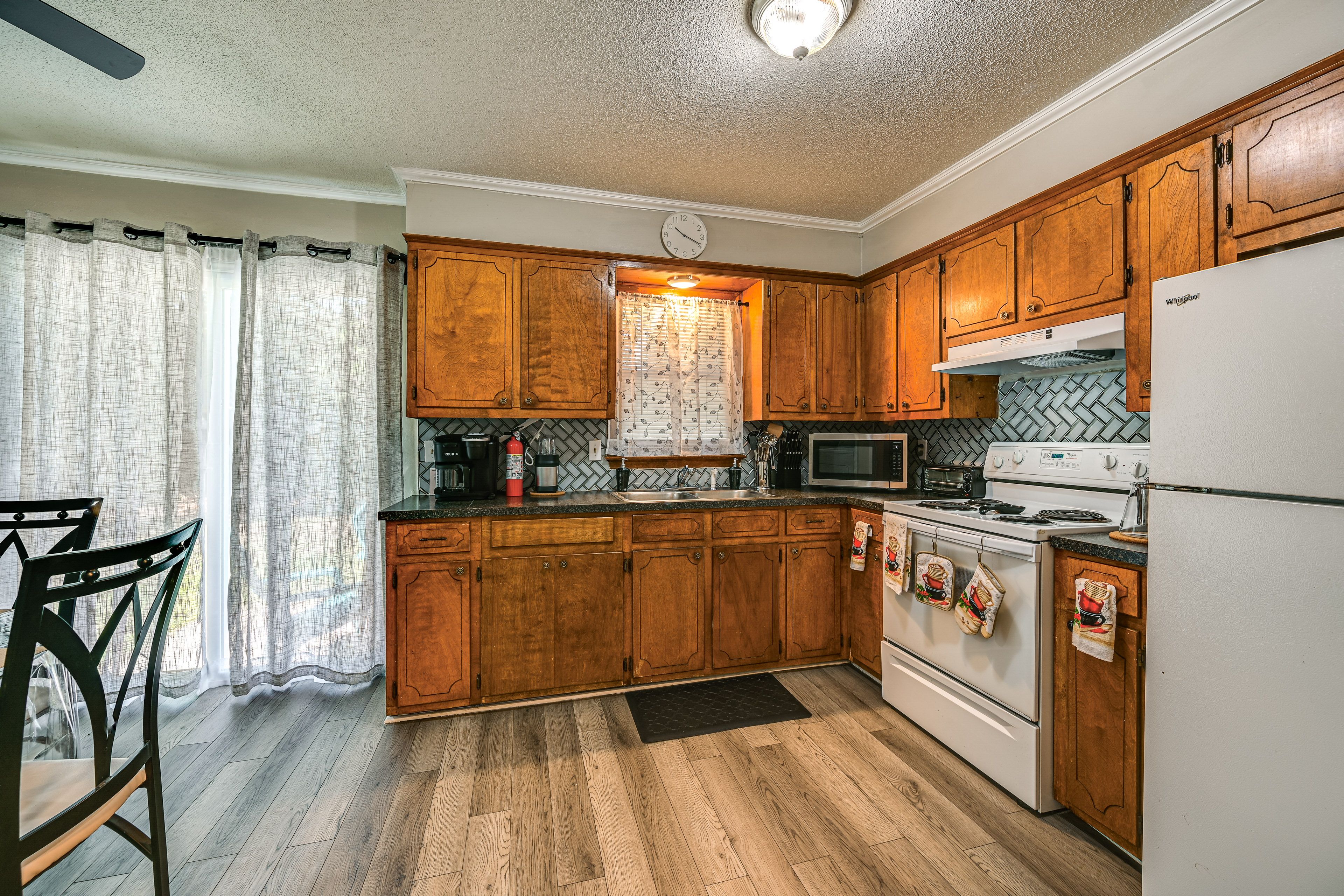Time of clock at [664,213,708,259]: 10:19
